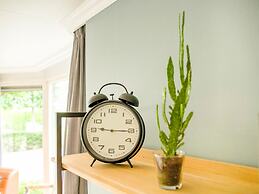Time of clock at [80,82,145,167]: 9:15
